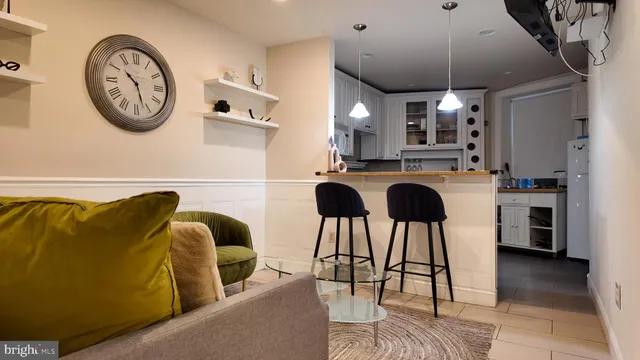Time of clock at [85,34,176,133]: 10:26
